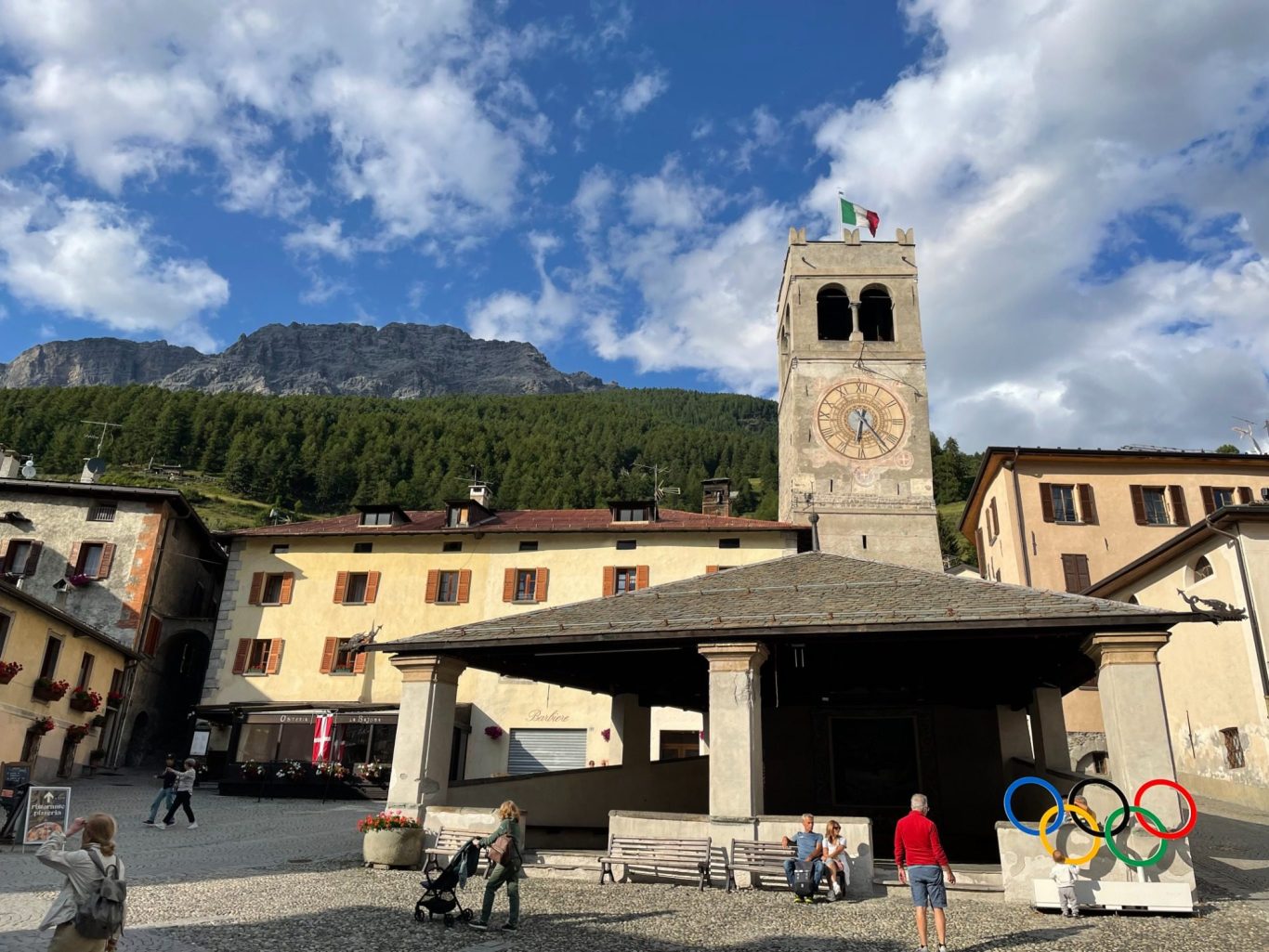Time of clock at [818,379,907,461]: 6:23
